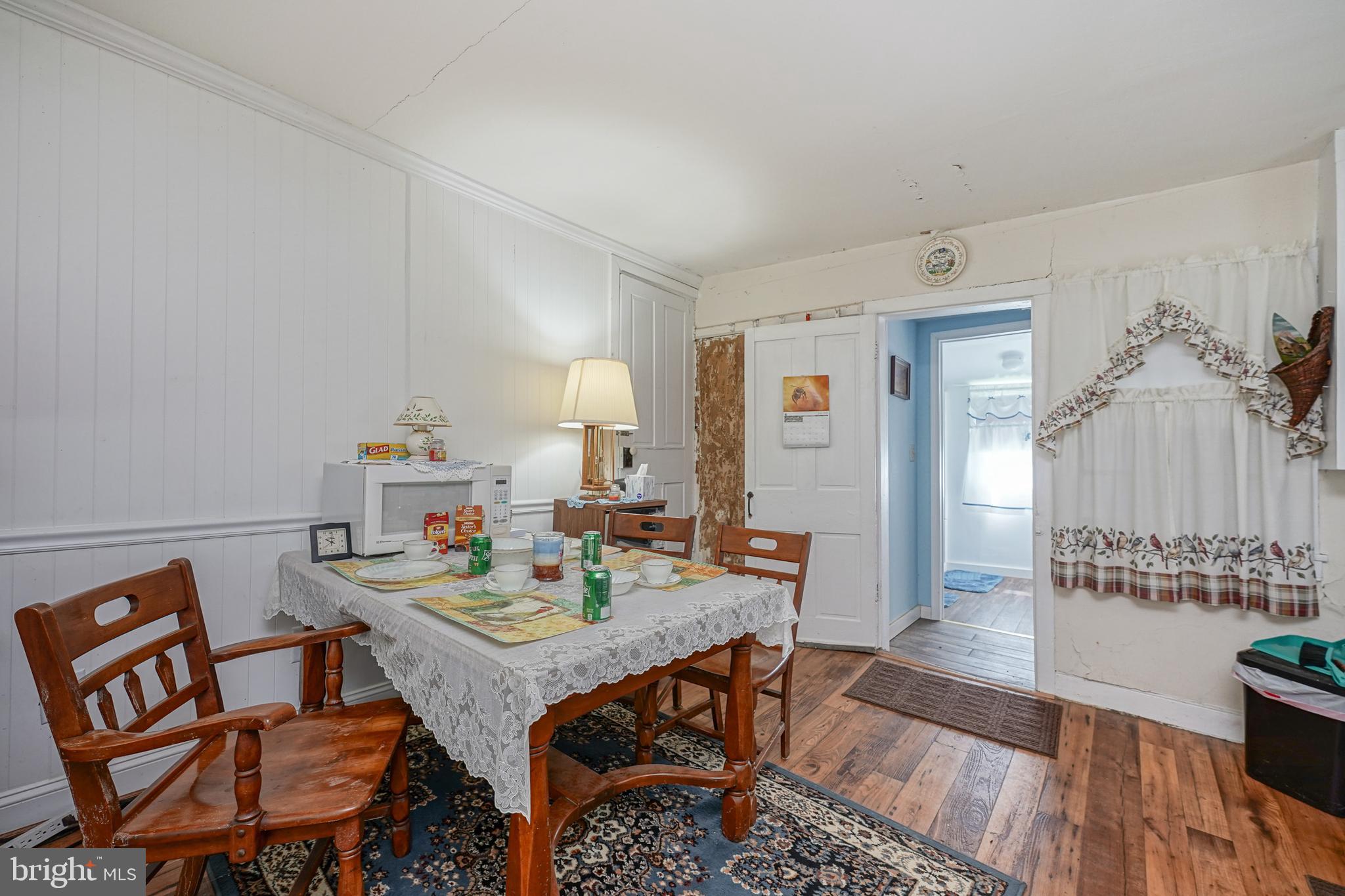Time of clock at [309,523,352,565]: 10:00
